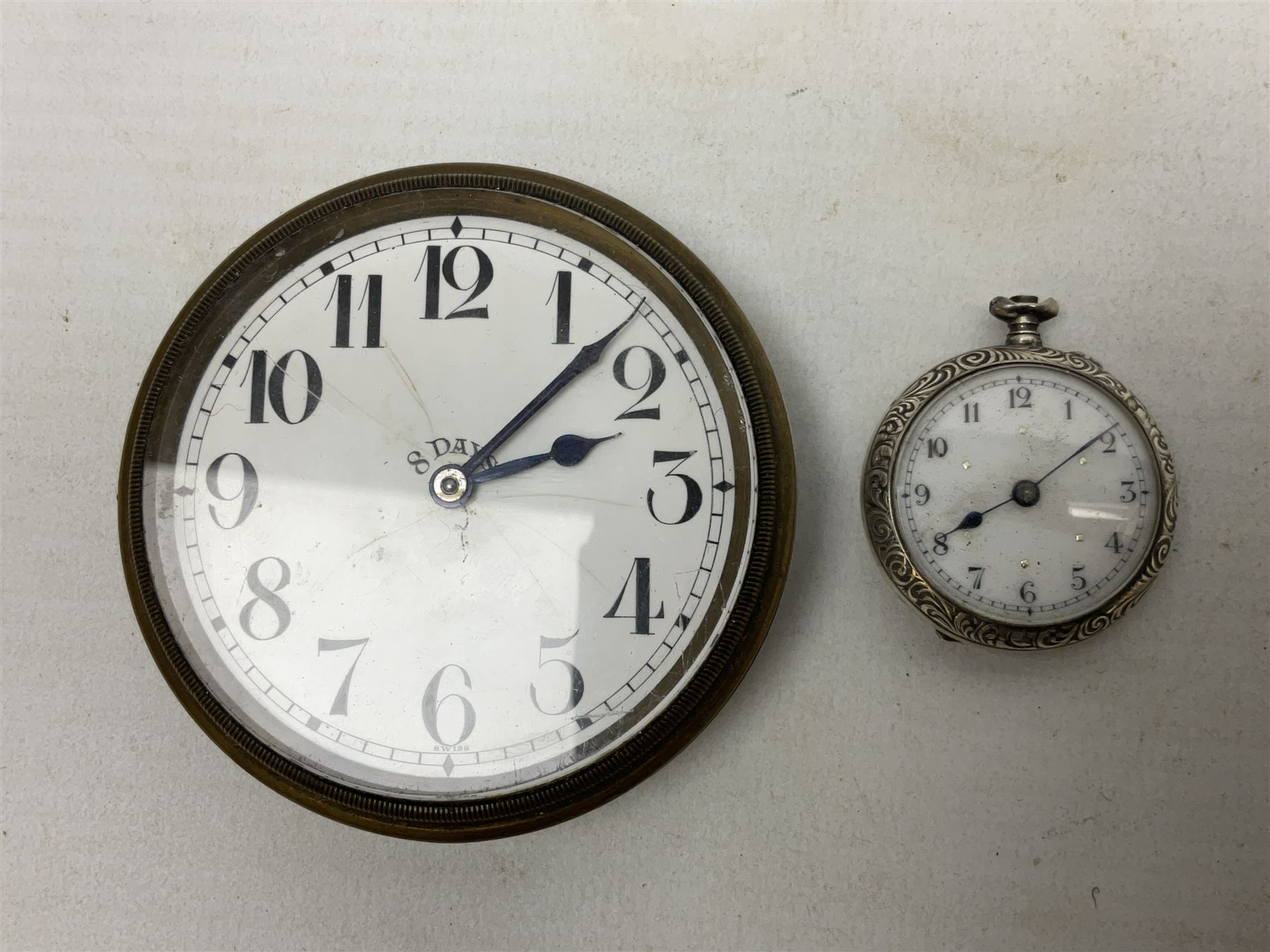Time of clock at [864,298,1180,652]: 8:09
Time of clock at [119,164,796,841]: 2:07
